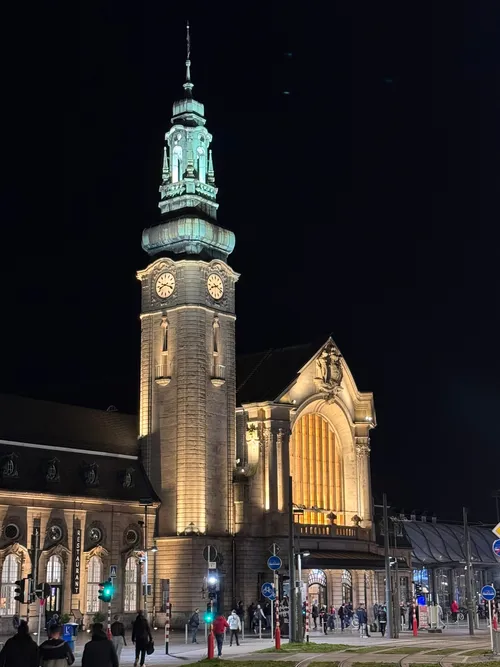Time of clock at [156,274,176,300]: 8:18
